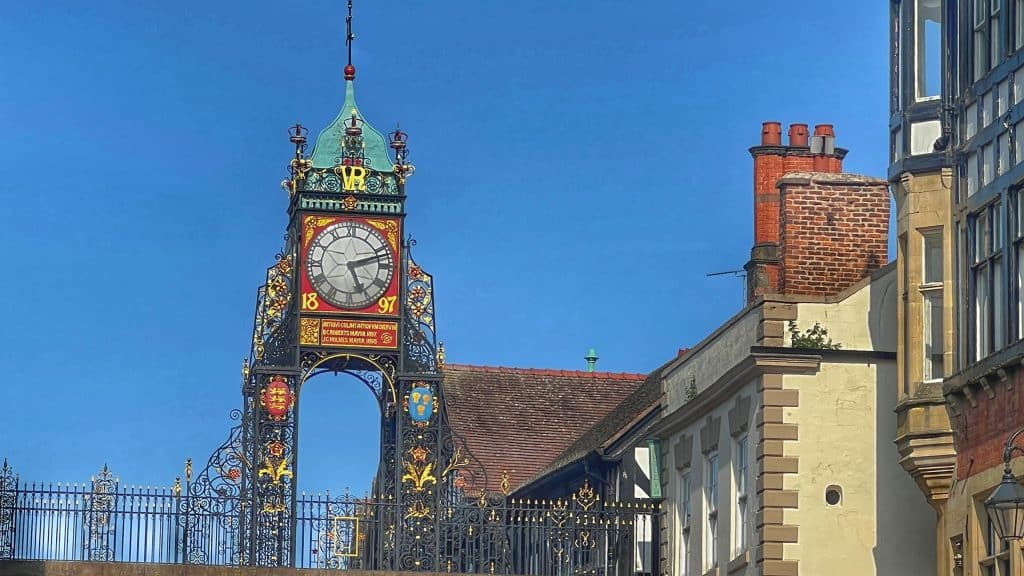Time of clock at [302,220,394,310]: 5:12
